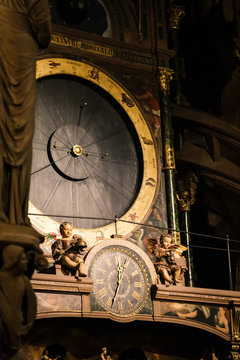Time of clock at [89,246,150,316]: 12:33
